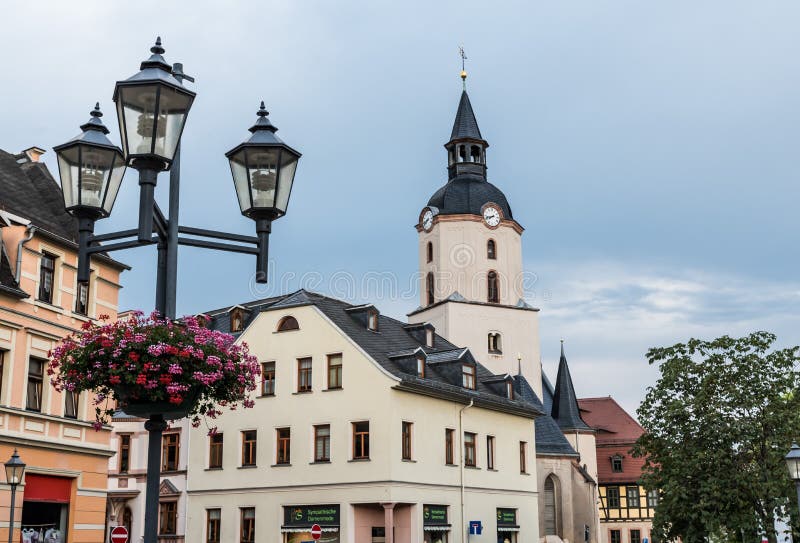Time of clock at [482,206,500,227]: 7:42
